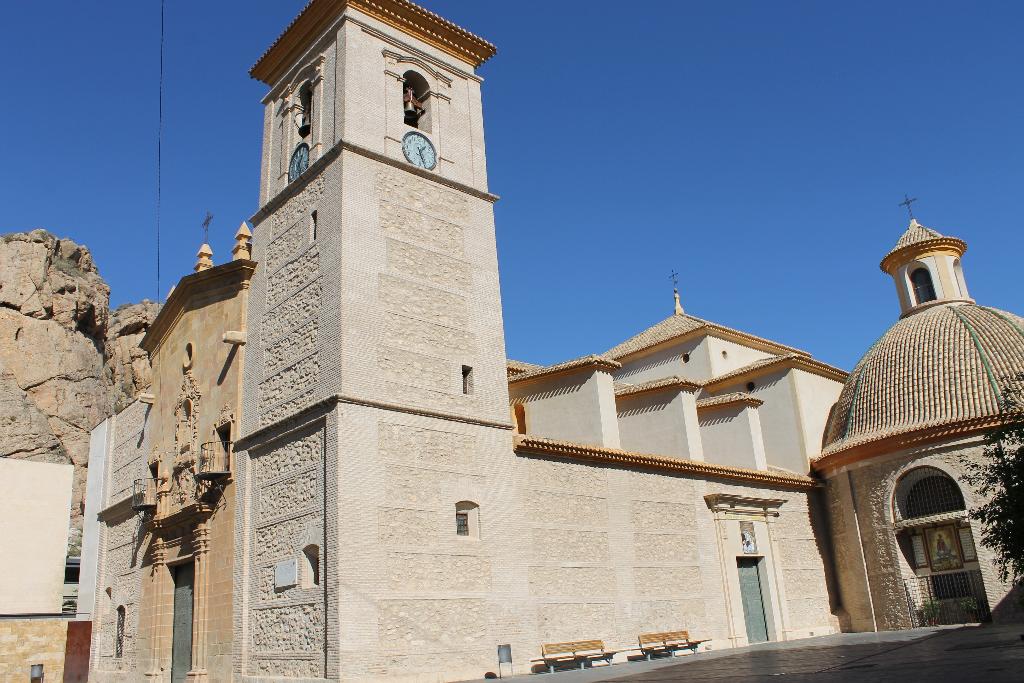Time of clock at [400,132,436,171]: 1:28
